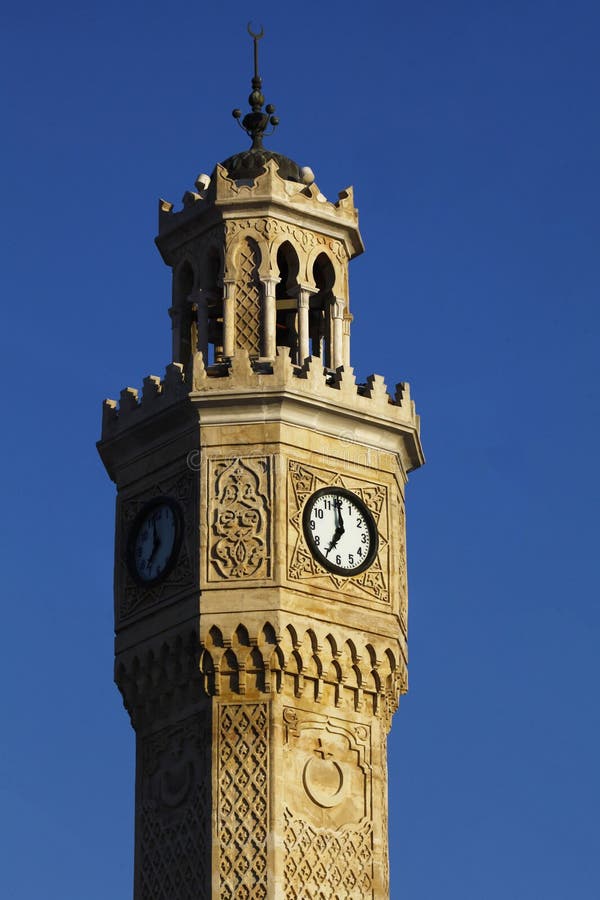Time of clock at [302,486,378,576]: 6:59
